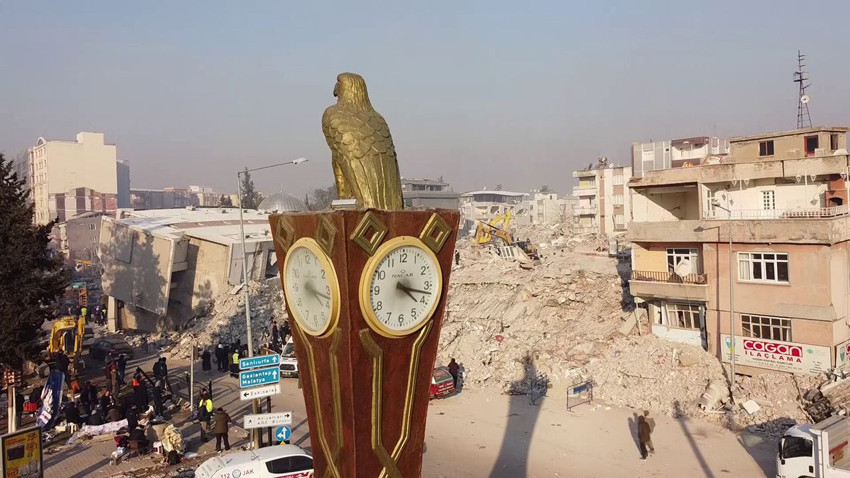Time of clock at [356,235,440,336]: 4:17
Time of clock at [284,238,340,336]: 4:17
